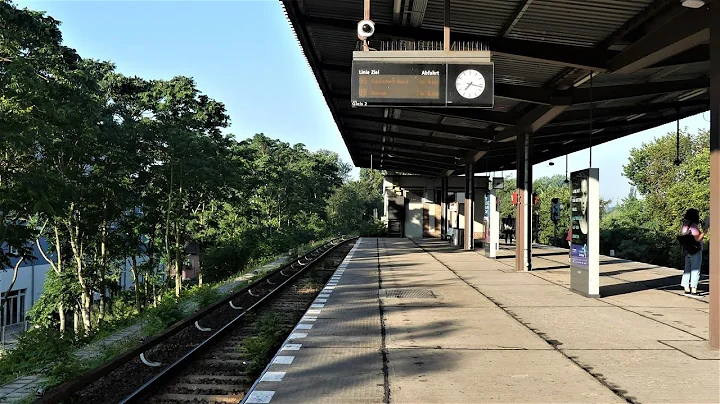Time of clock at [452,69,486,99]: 7:16
